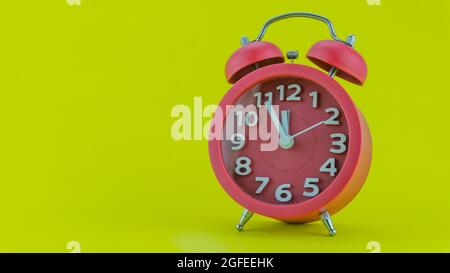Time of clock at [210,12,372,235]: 11:55
